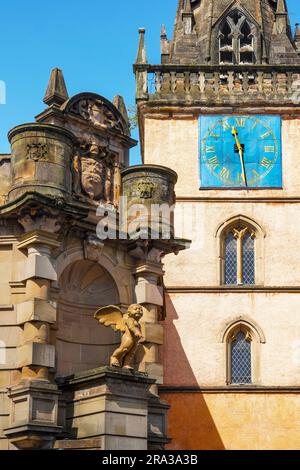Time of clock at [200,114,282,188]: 11:28
